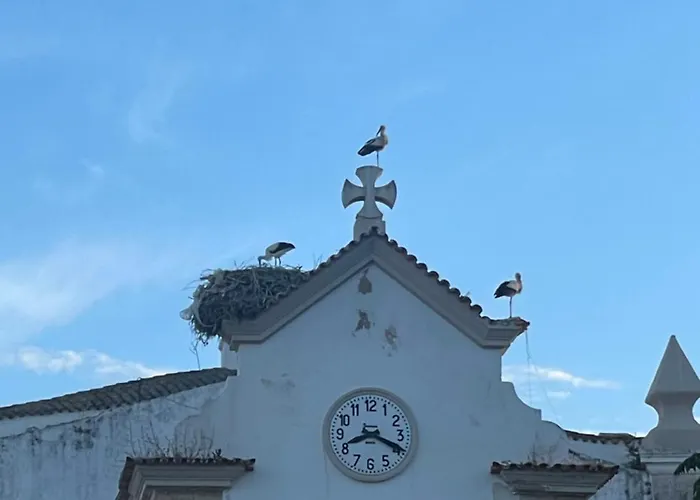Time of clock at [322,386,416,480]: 8:18
